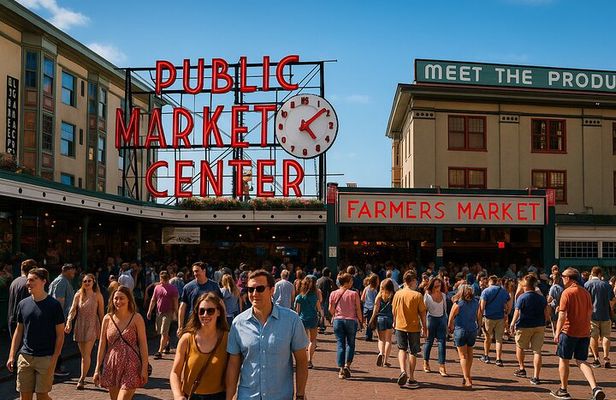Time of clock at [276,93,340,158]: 4:08
